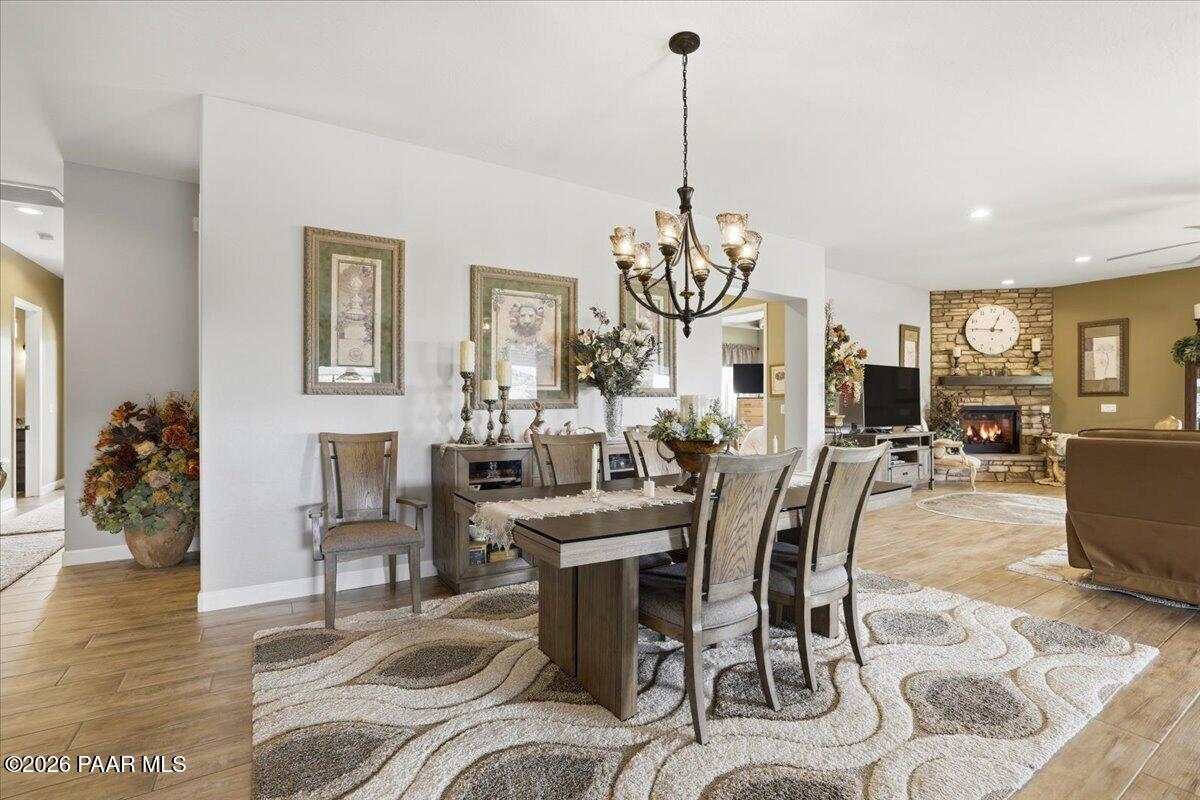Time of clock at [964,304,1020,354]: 12:45
